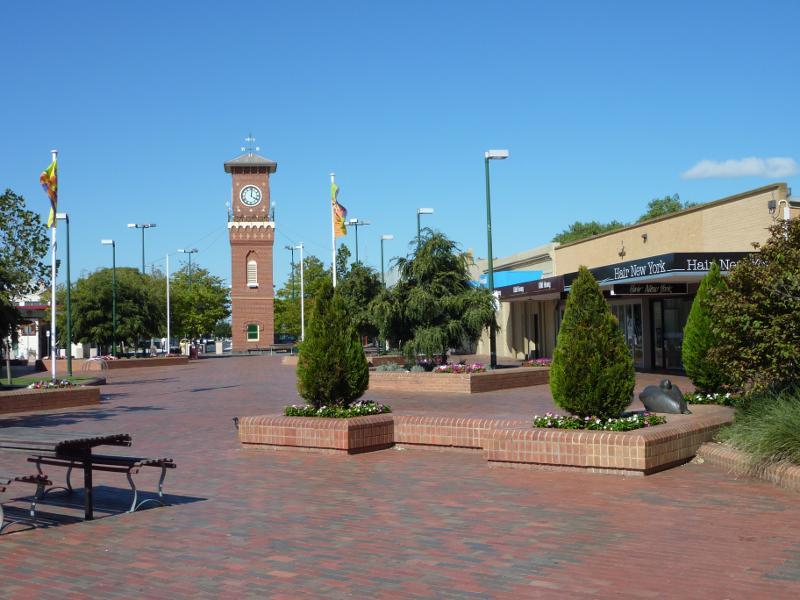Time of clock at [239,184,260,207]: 4:01
